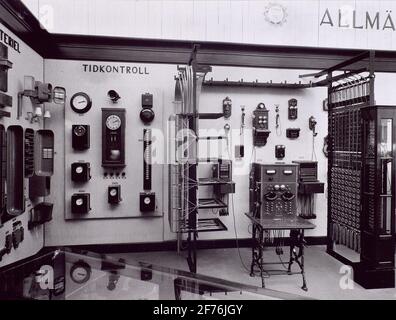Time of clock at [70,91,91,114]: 2:12
